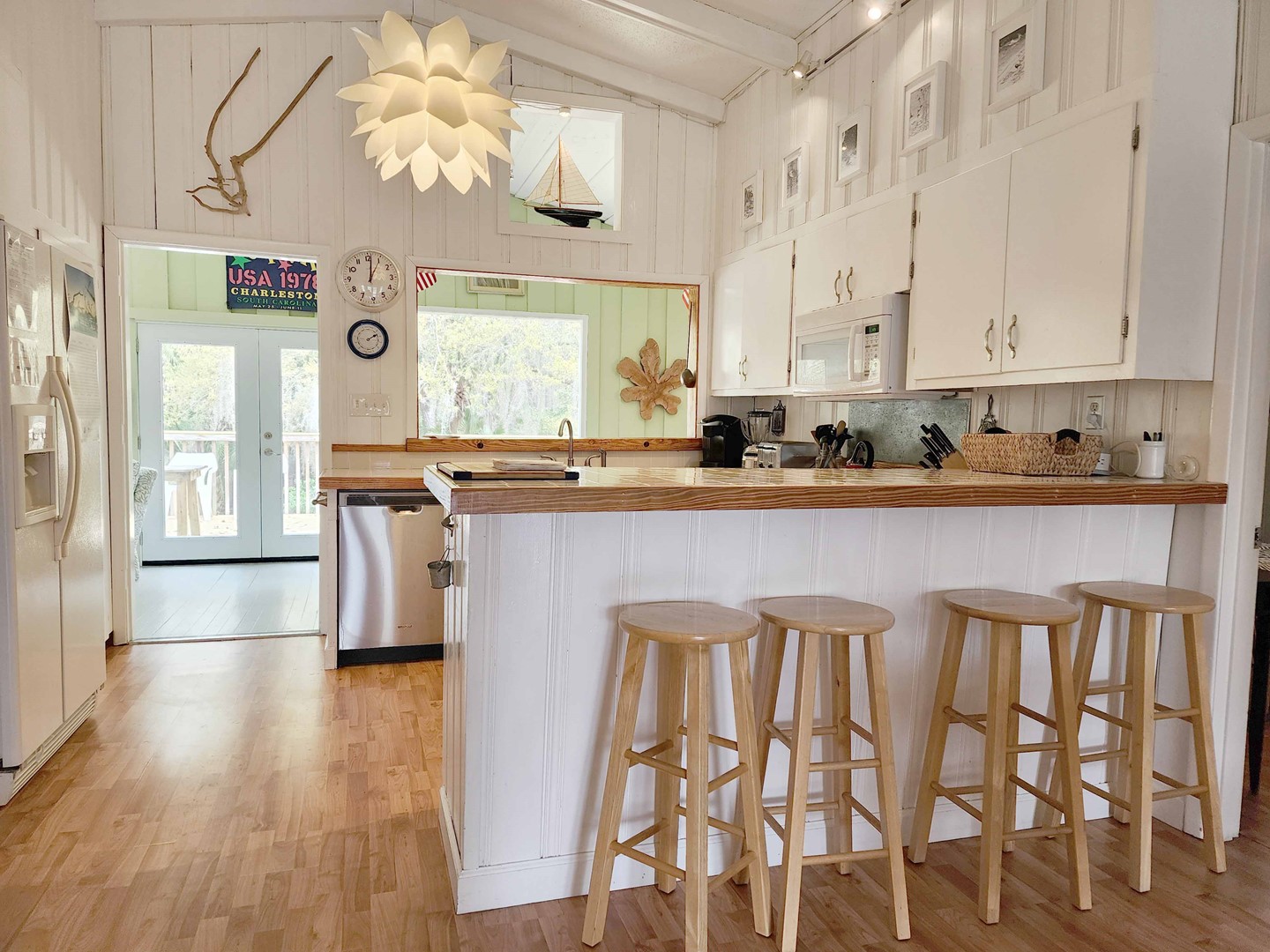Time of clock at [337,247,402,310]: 1:01
